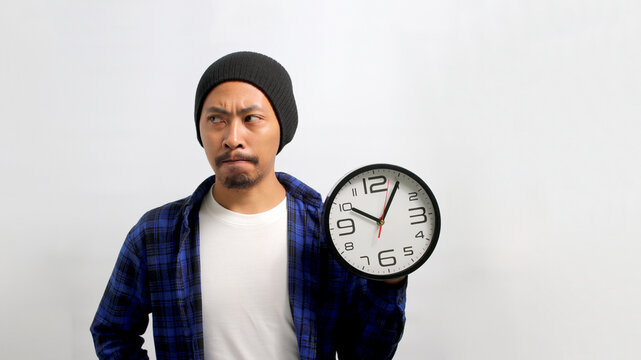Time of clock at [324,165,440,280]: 10:05
